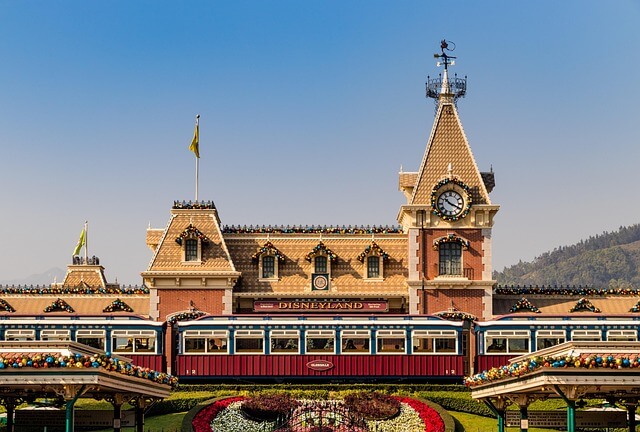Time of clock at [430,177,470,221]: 10:19
